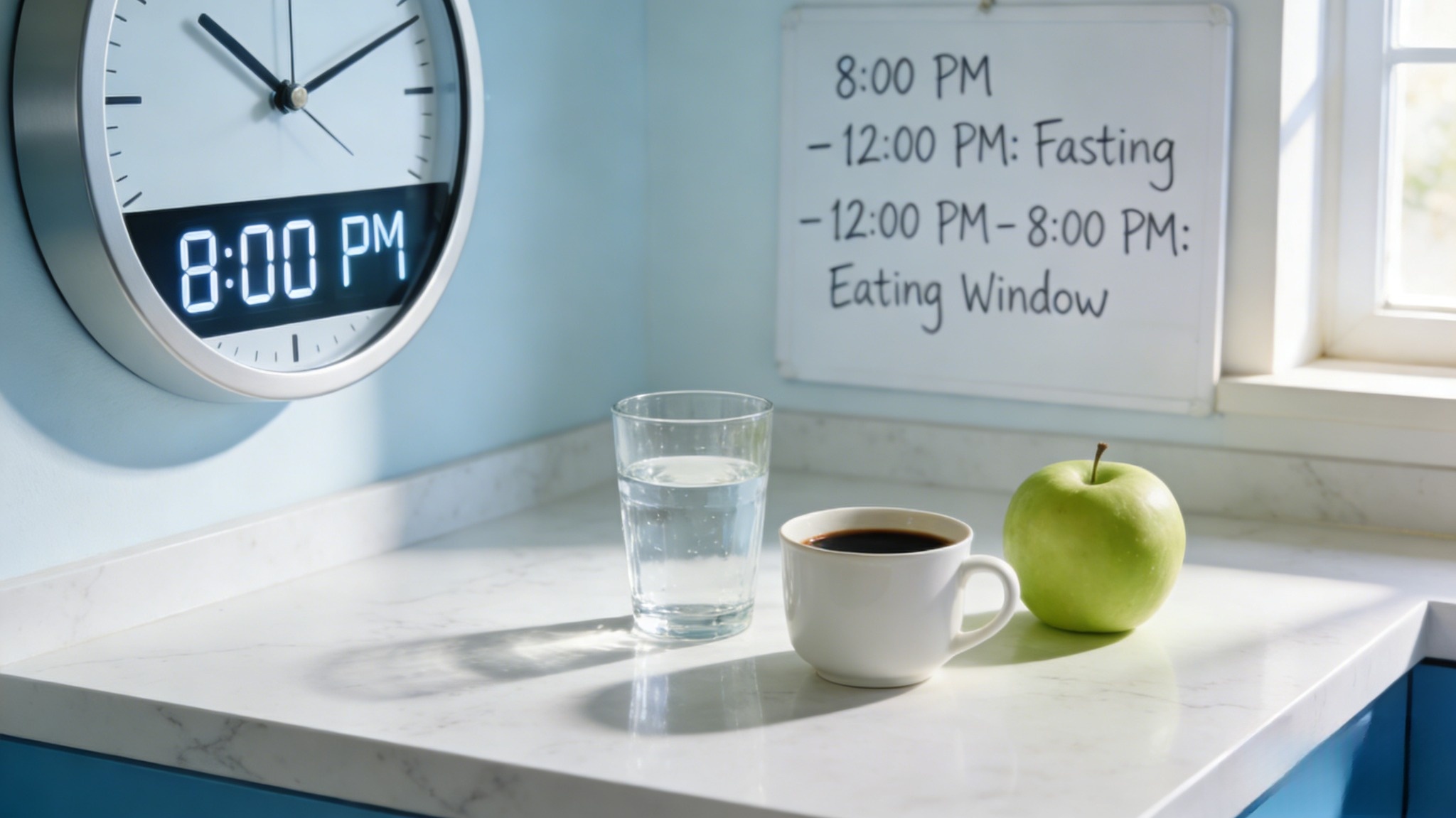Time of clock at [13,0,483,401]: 10:10
